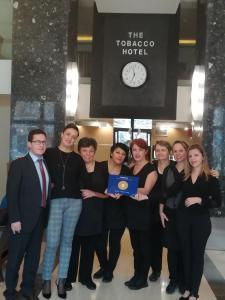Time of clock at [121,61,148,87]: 11:33
